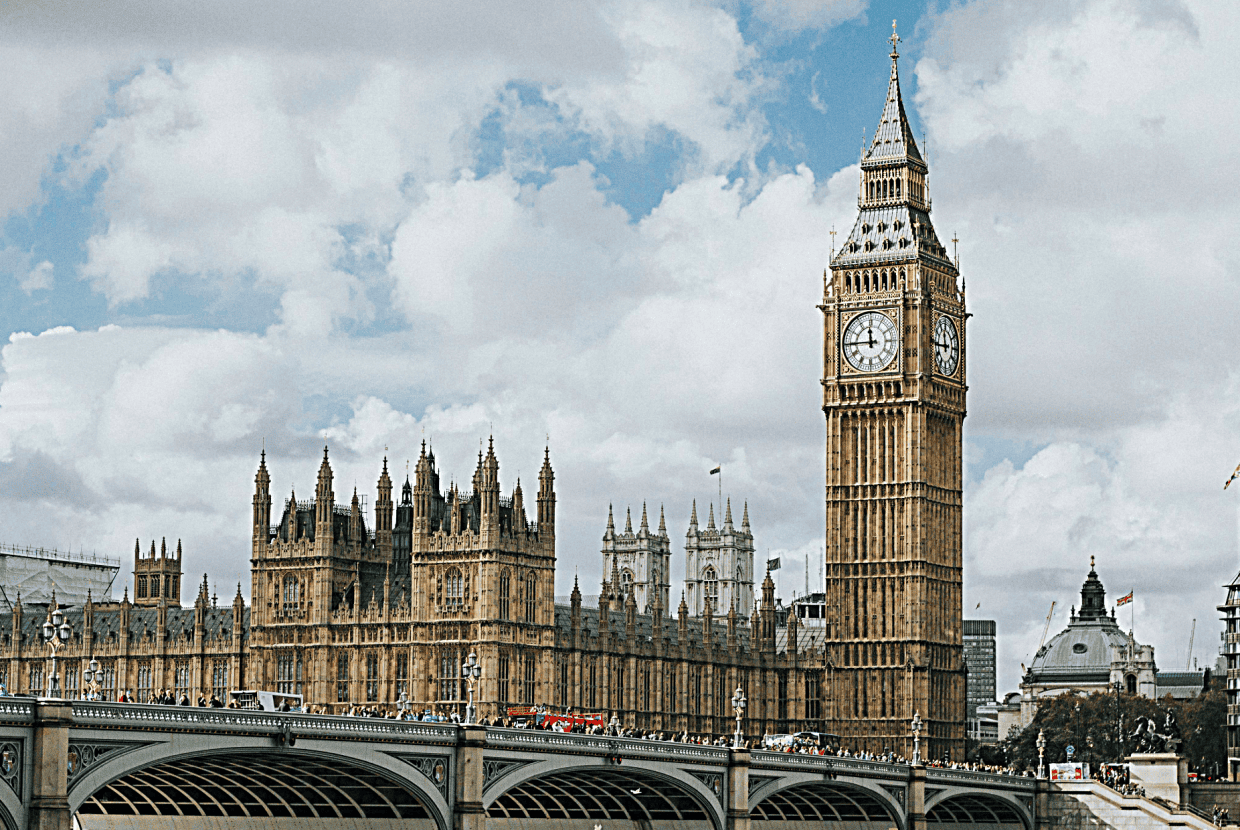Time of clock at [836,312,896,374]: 11:44
